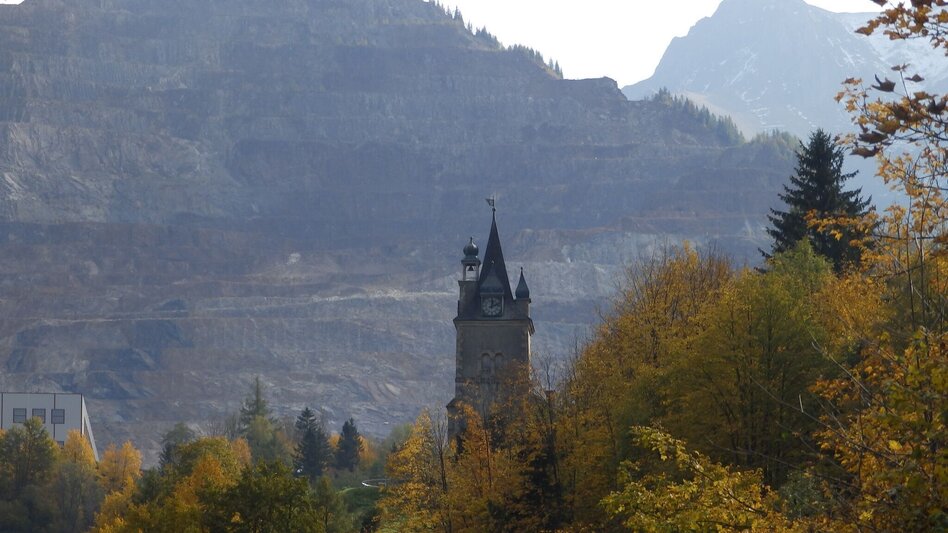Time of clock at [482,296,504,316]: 12:11
